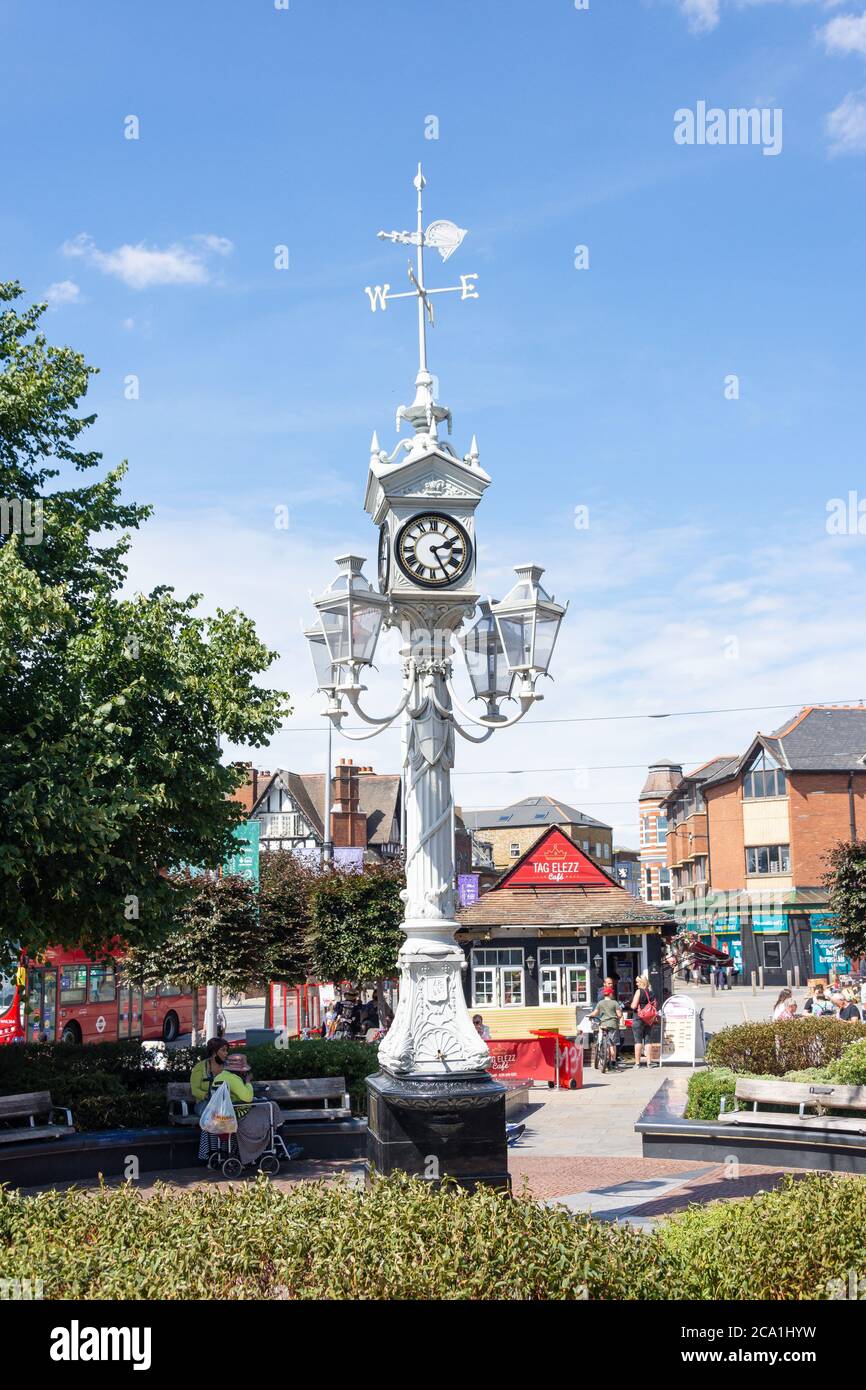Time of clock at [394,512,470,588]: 2:25
